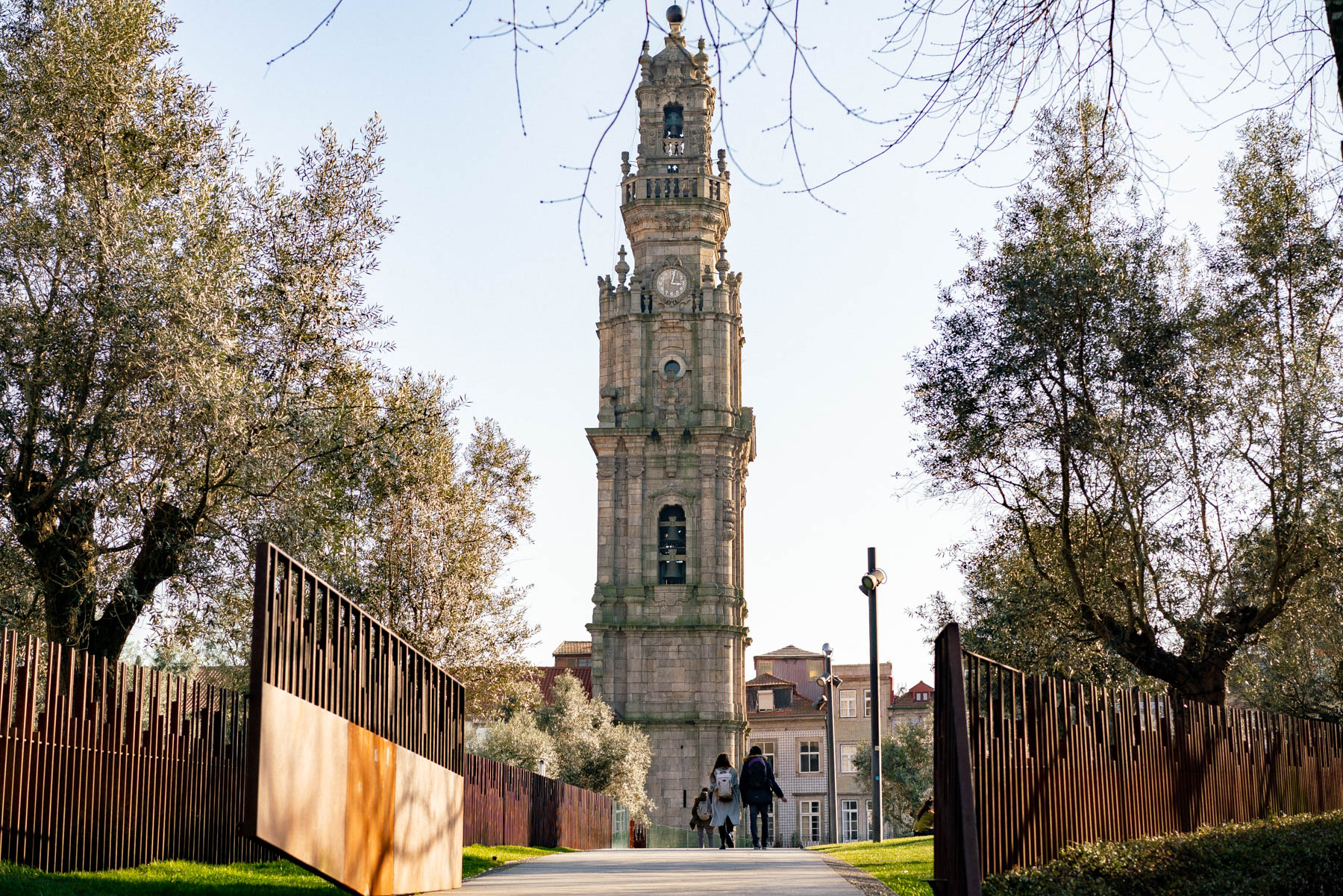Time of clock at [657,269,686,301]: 3:02
